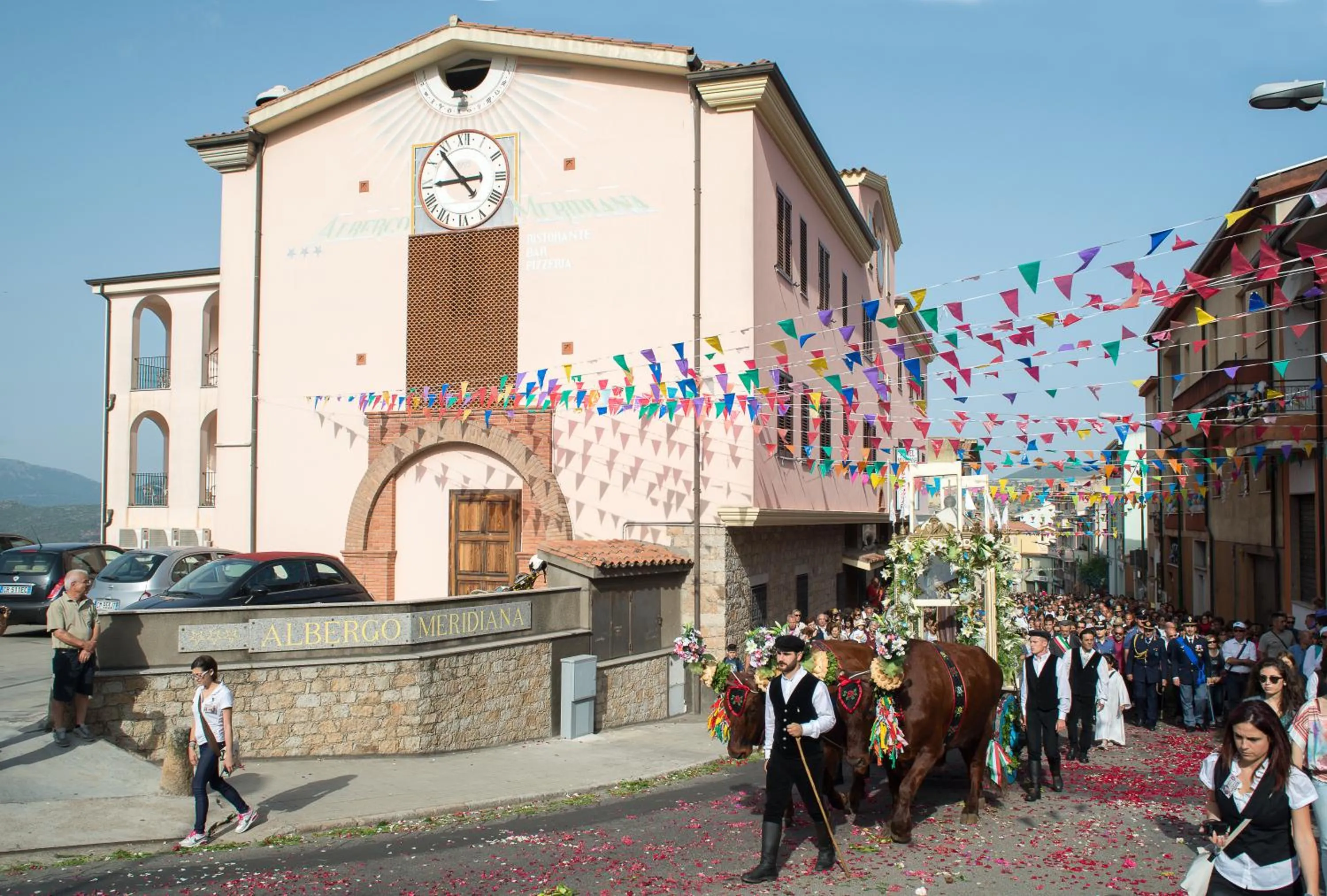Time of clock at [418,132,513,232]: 8:53
